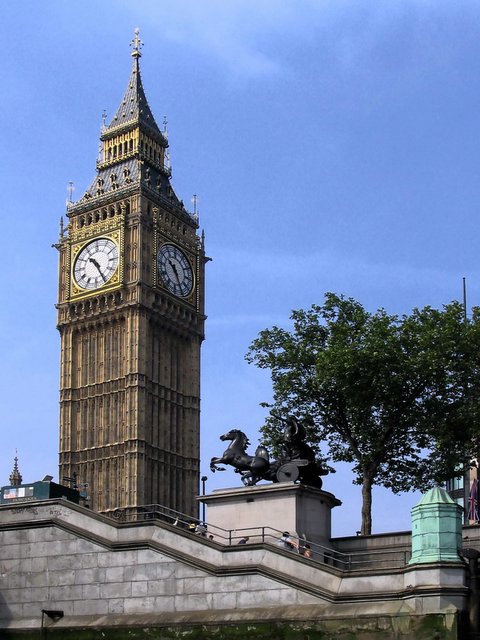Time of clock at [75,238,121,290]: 10:25
